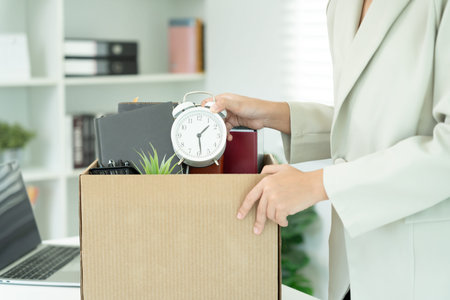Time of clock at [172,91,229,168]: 1:28
